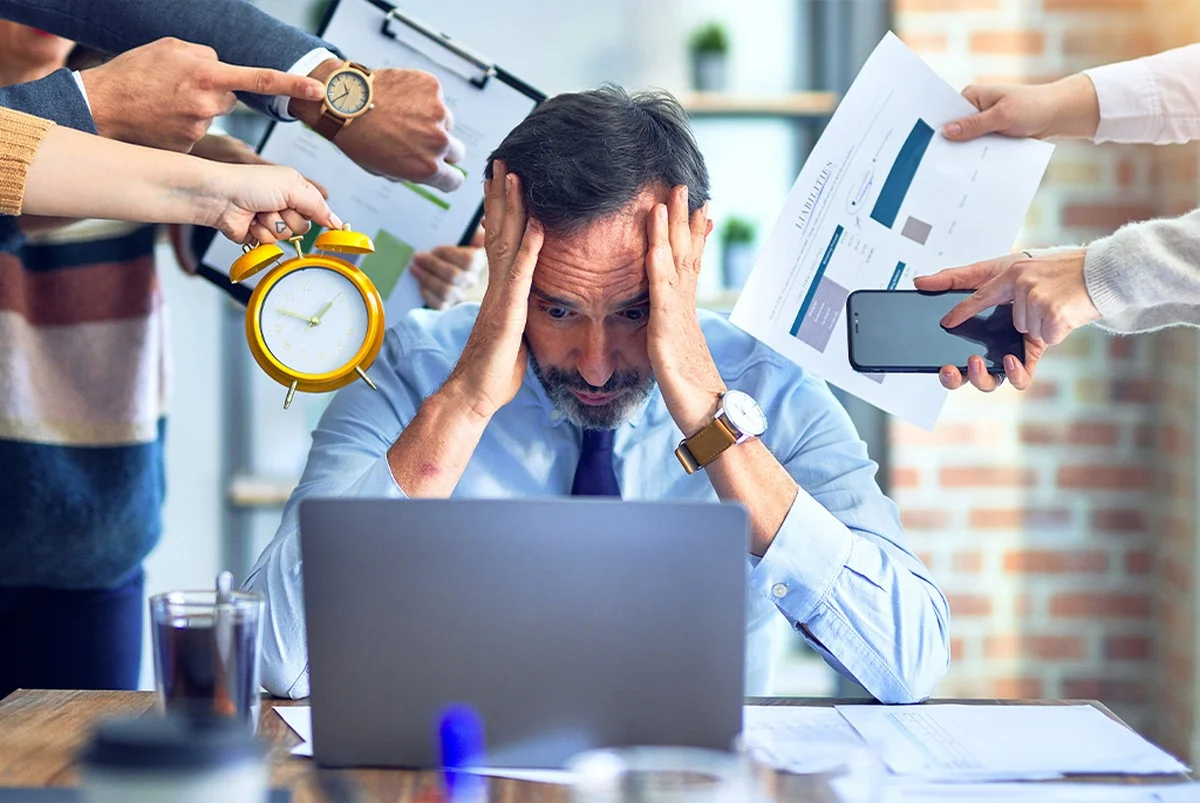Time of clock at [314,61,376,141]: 11:40
